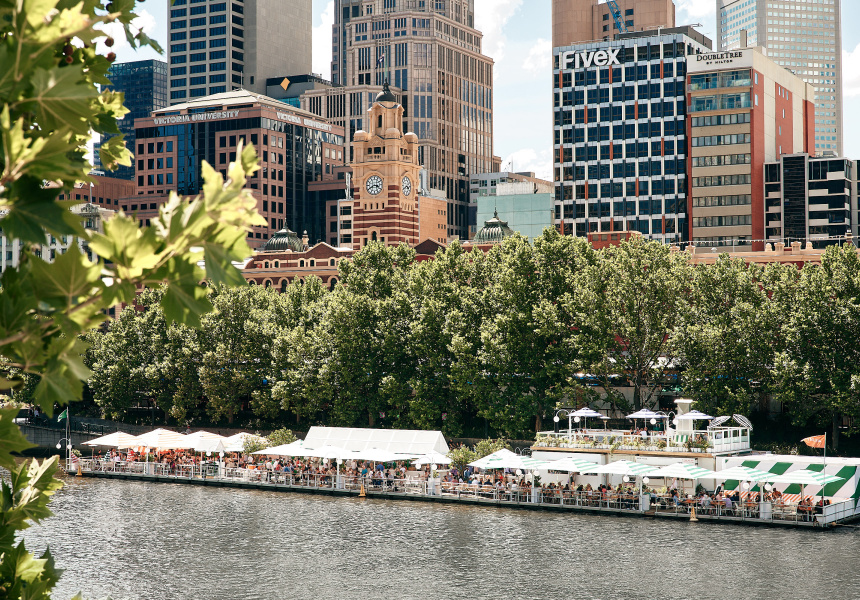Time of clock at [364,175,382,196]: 3:40
